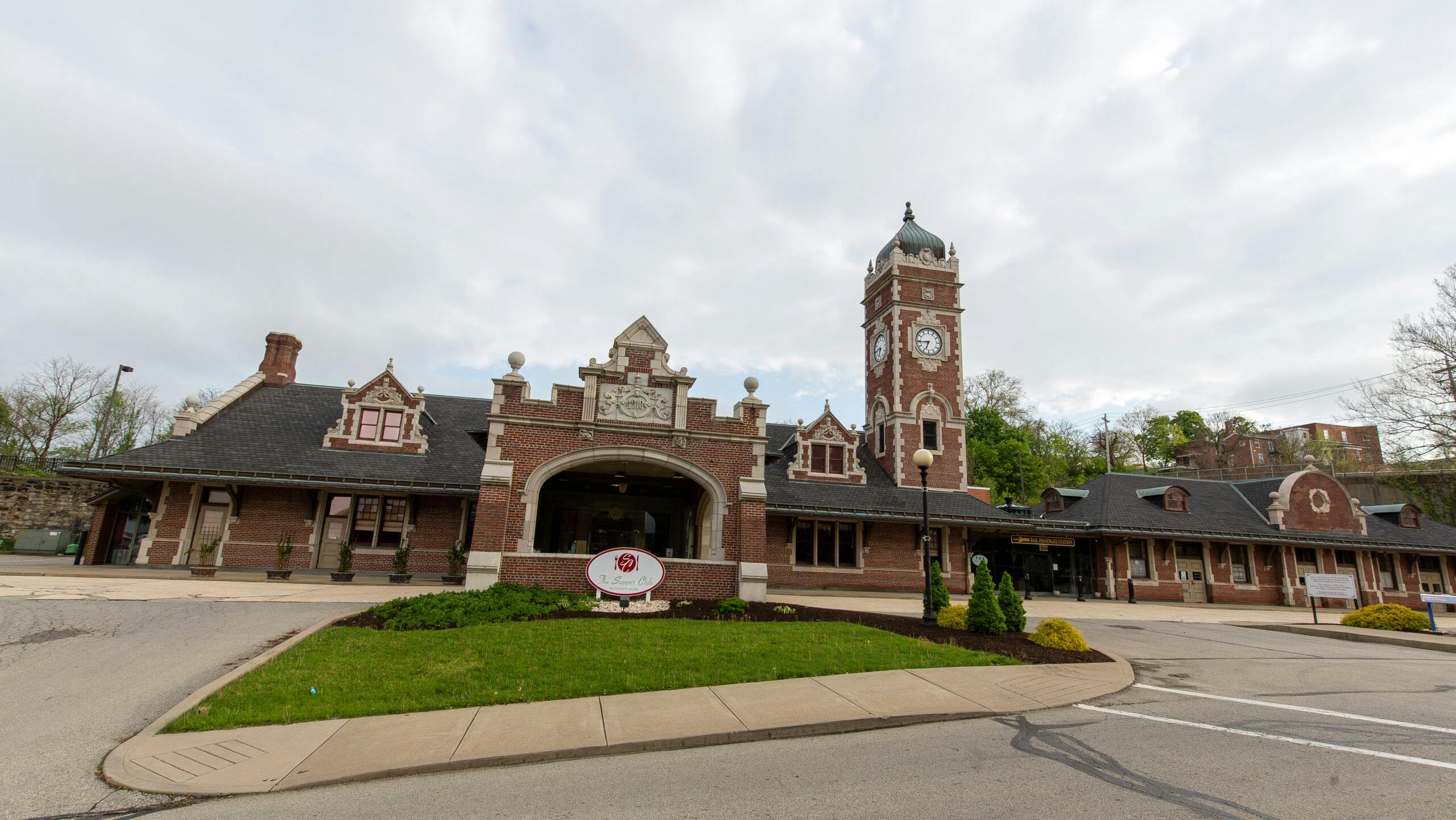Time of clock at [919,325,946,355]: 6:44
